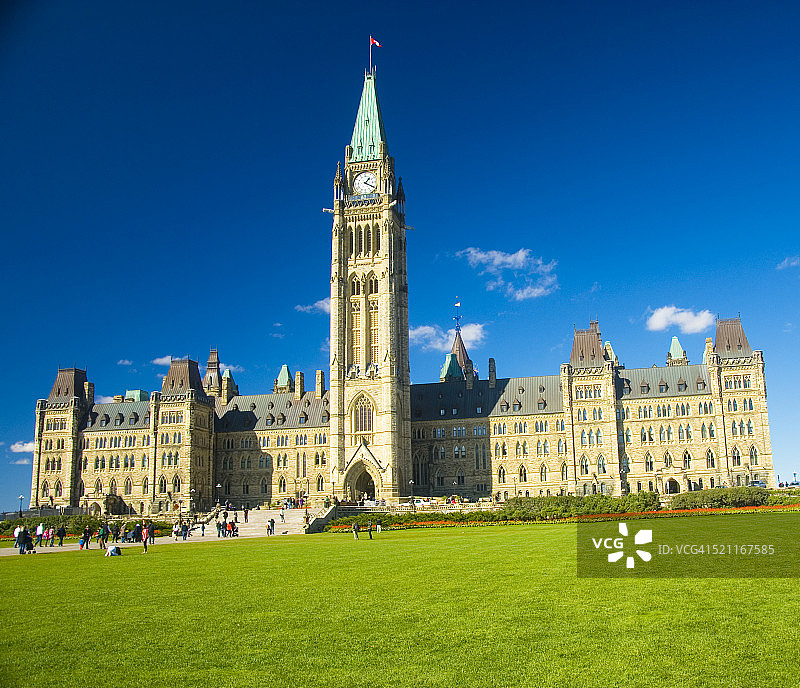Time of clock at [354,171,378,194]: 1:20
